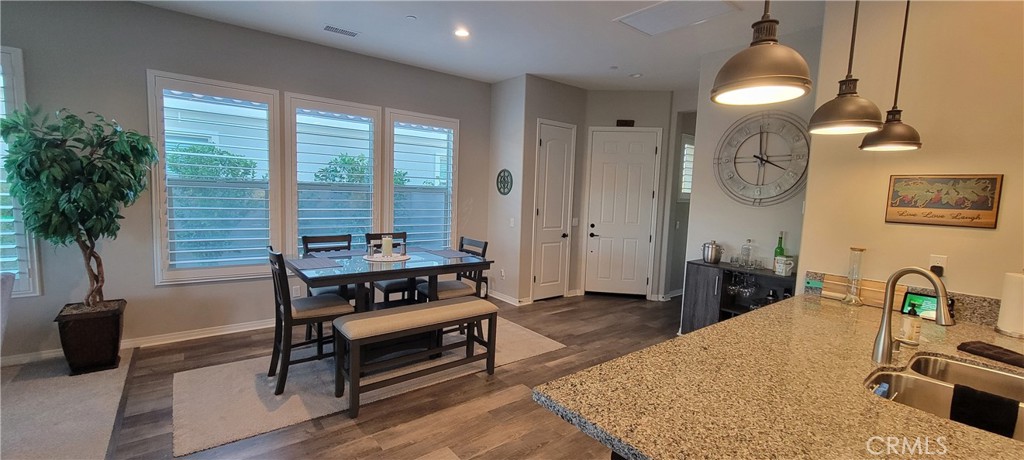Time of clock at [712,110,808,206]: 3:59
